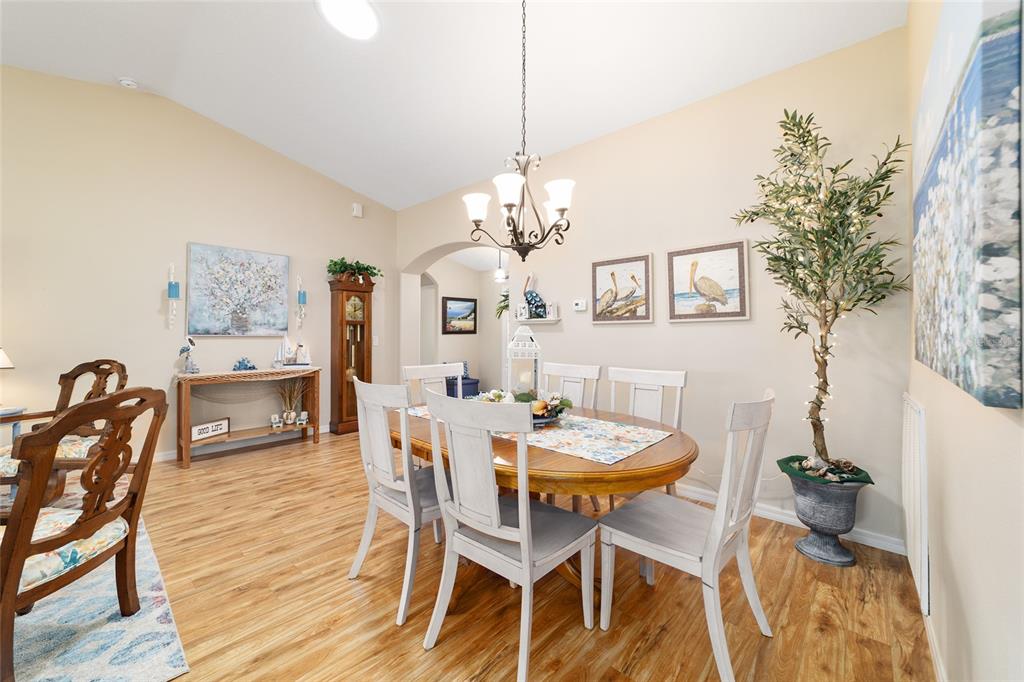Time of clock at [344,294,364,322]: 12:11
